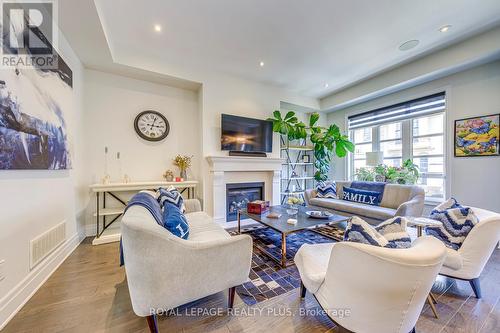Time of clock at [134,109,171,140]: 3:03
